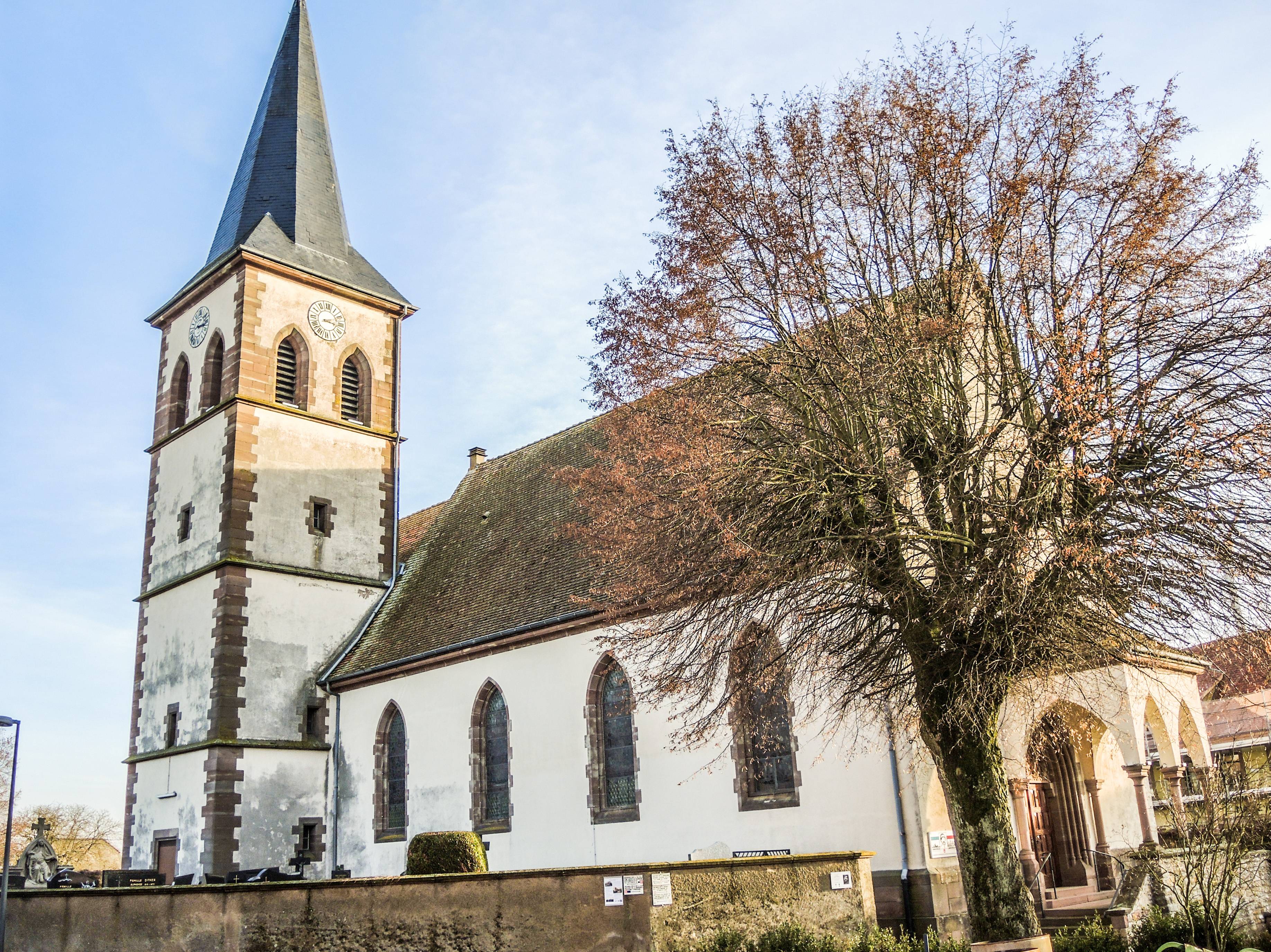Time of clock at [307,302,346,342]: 3:11
